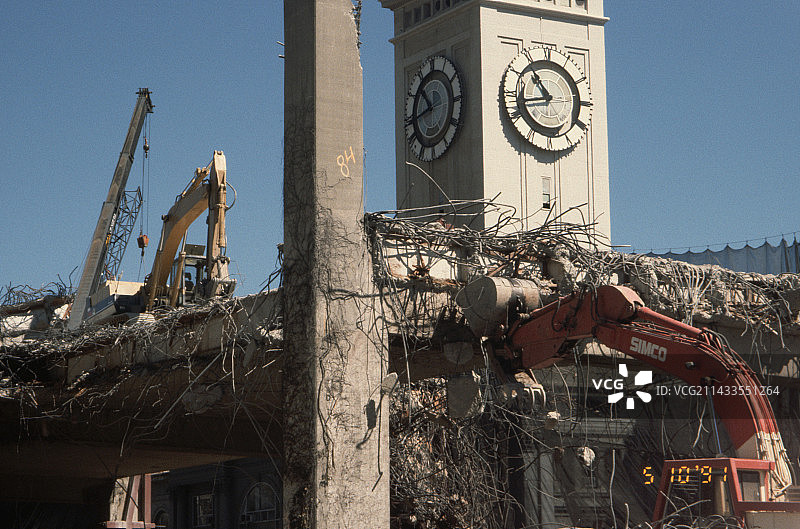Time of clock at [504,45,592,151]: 10:43
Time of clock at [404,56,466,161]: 10:43
